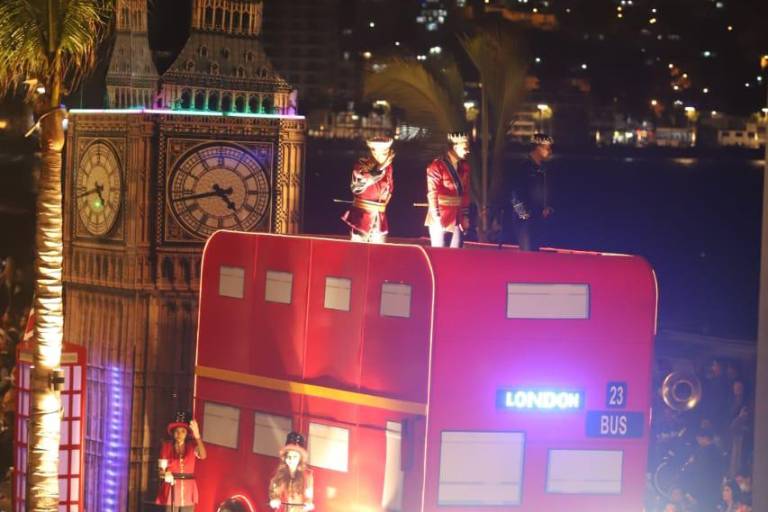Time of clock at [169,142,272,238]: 4:42
